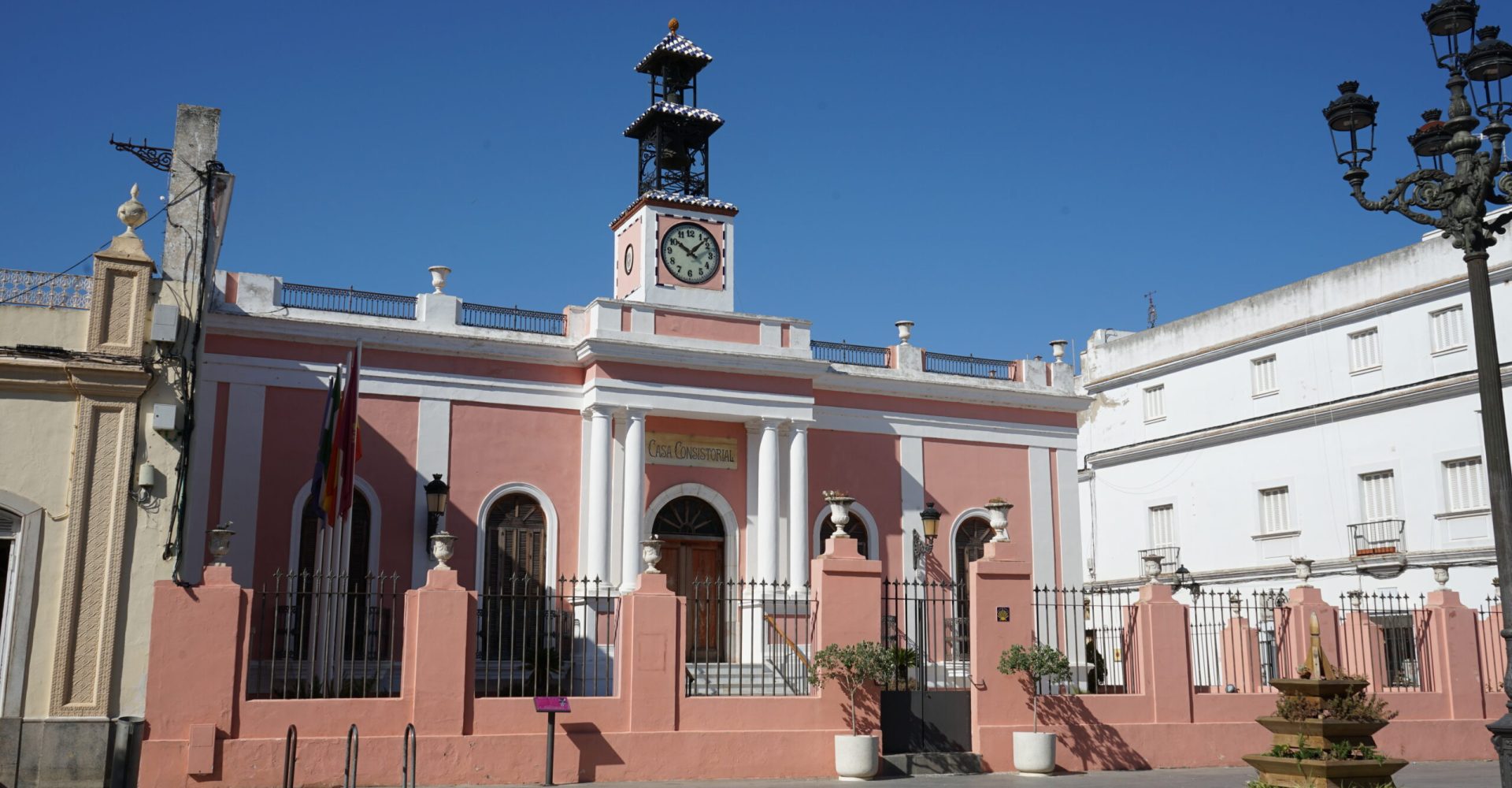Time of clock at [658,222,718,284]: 10:07
